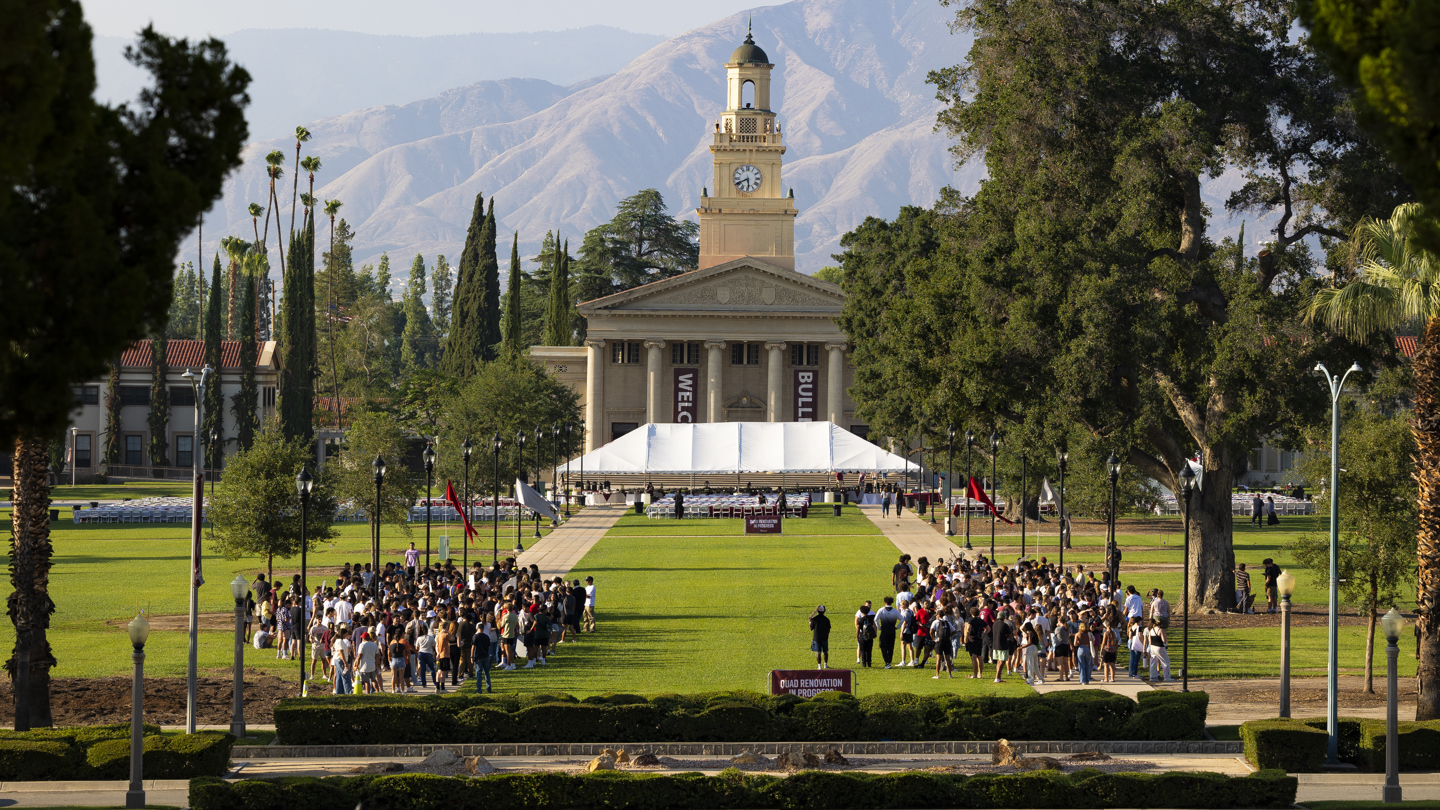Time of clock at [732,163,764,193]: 5:40
